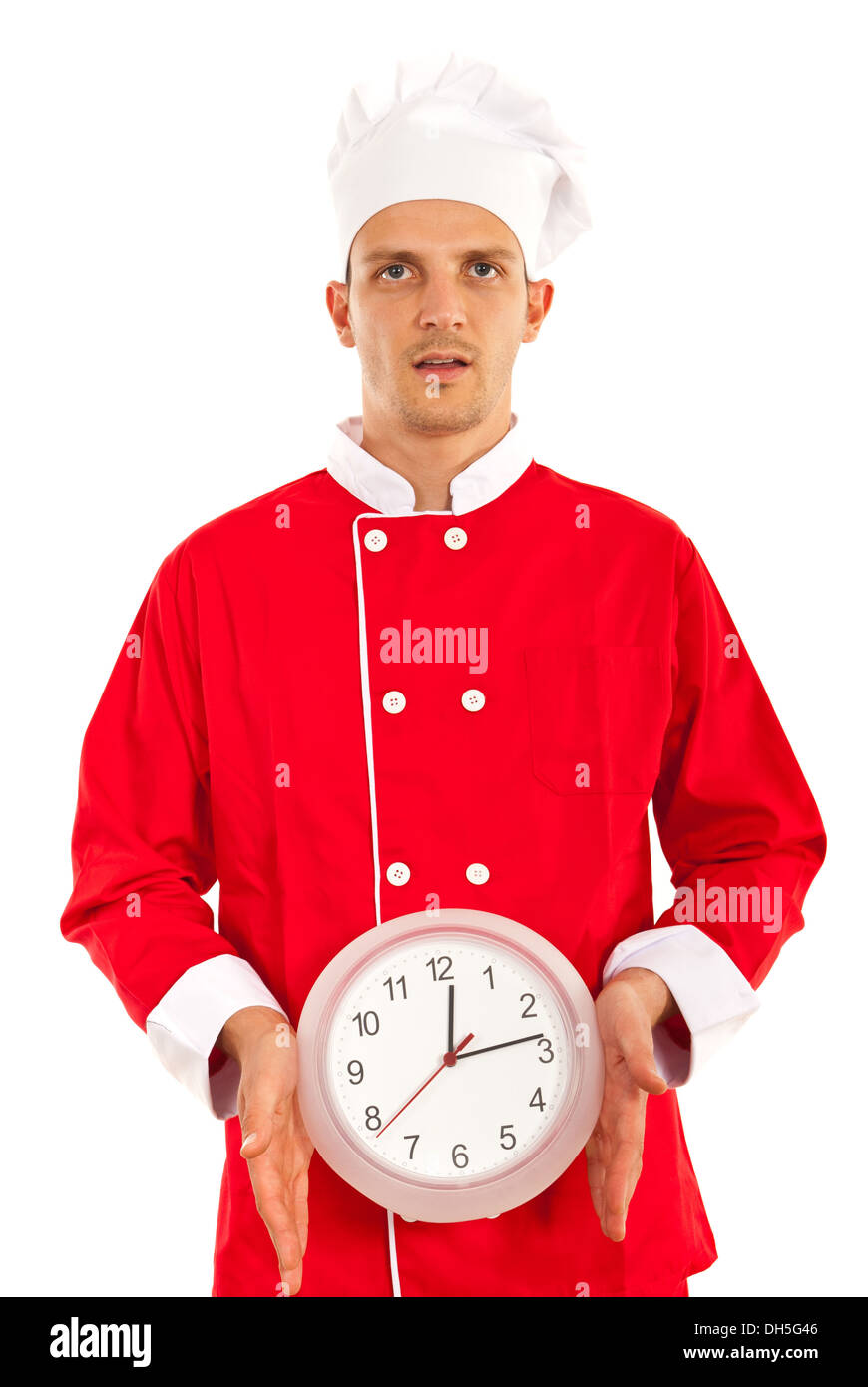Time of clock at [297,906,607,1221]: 12:13
